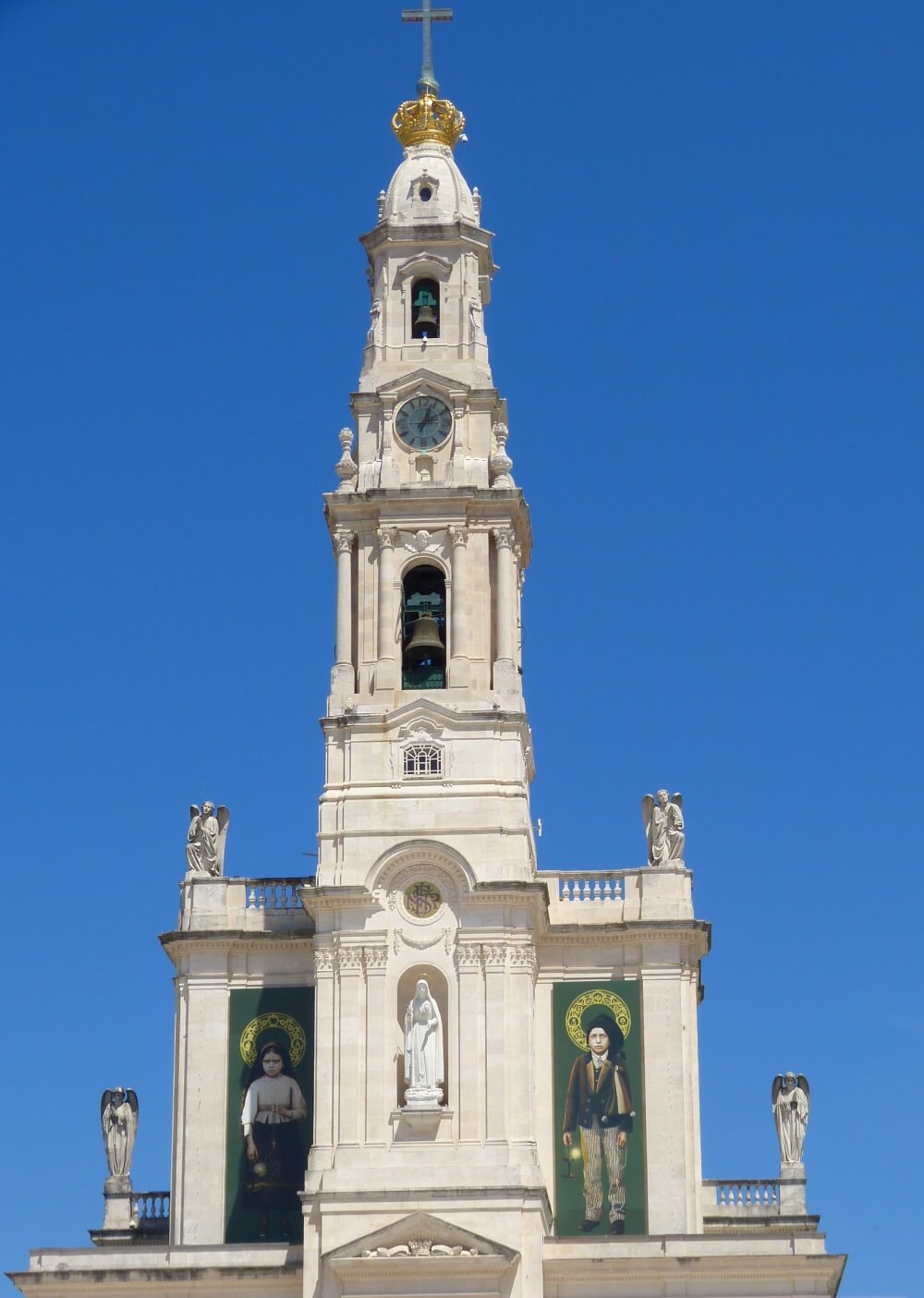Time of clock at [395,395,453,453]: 2:03
